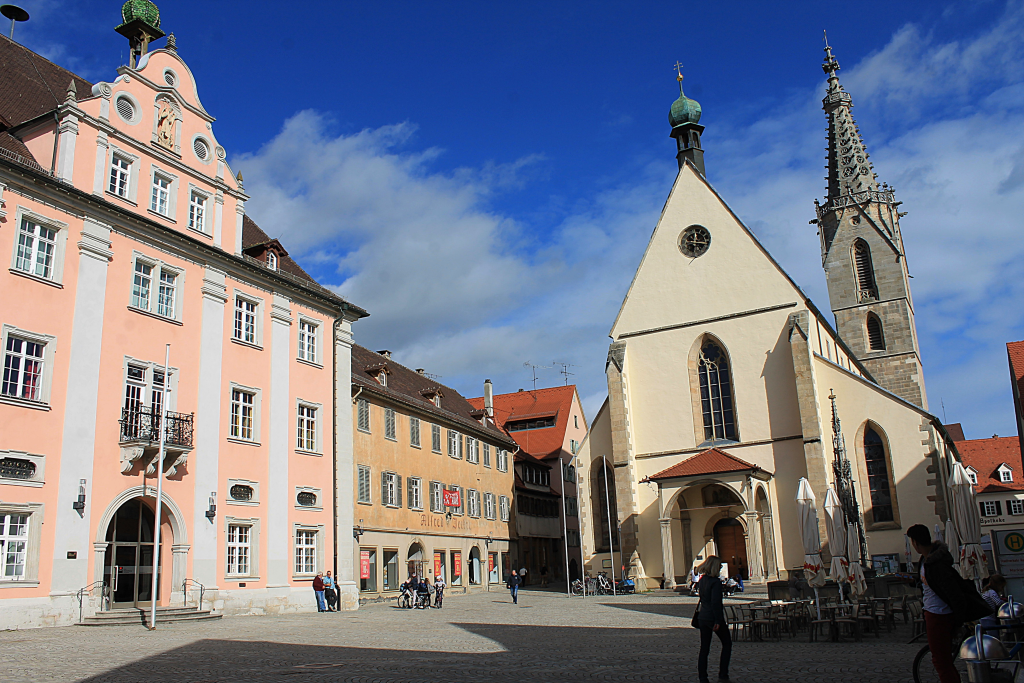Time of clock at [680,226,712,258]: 12:16
